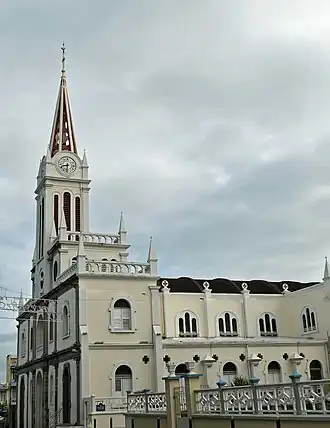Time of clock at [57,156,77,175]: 8:32
